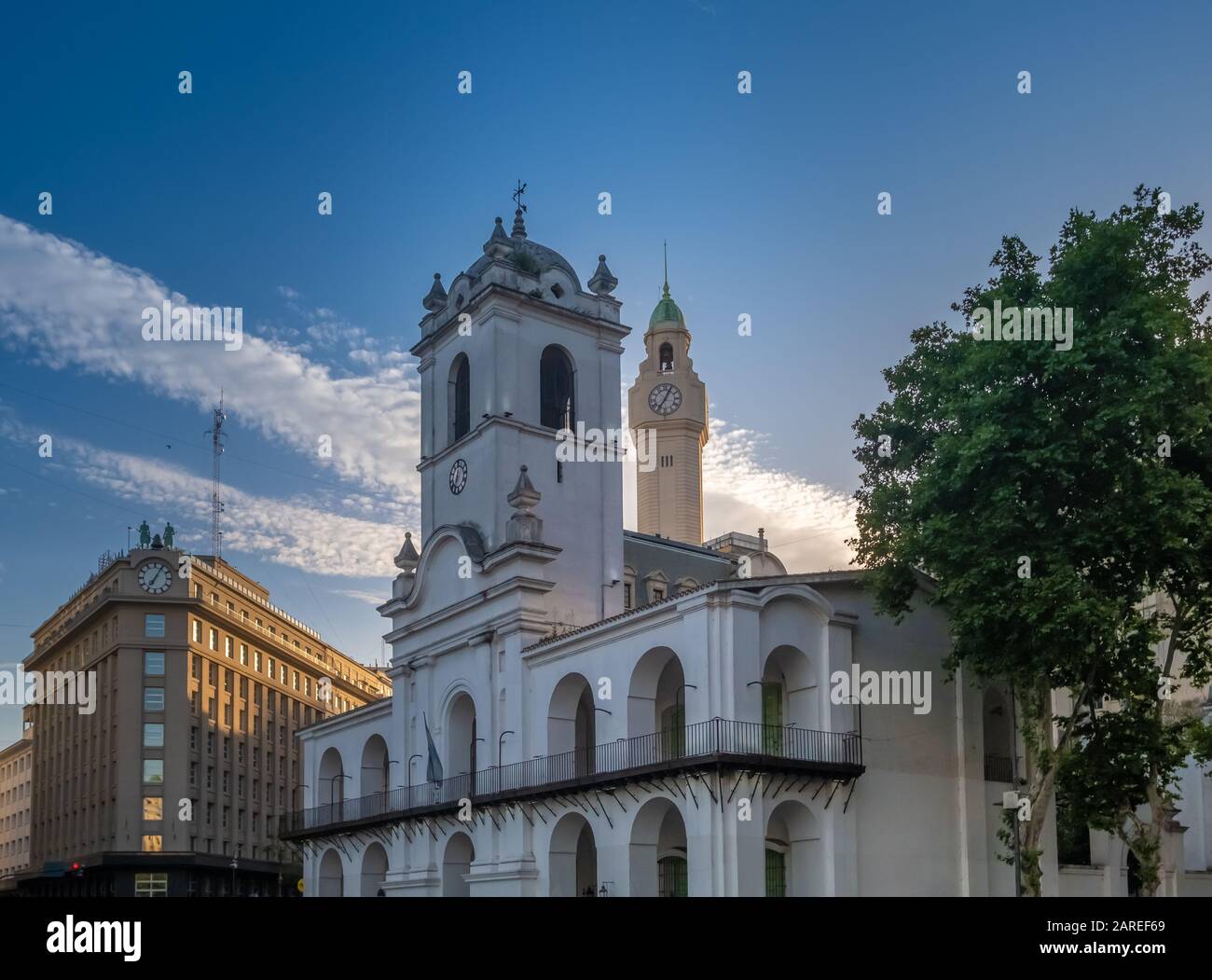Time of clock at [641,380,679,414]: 7:04
